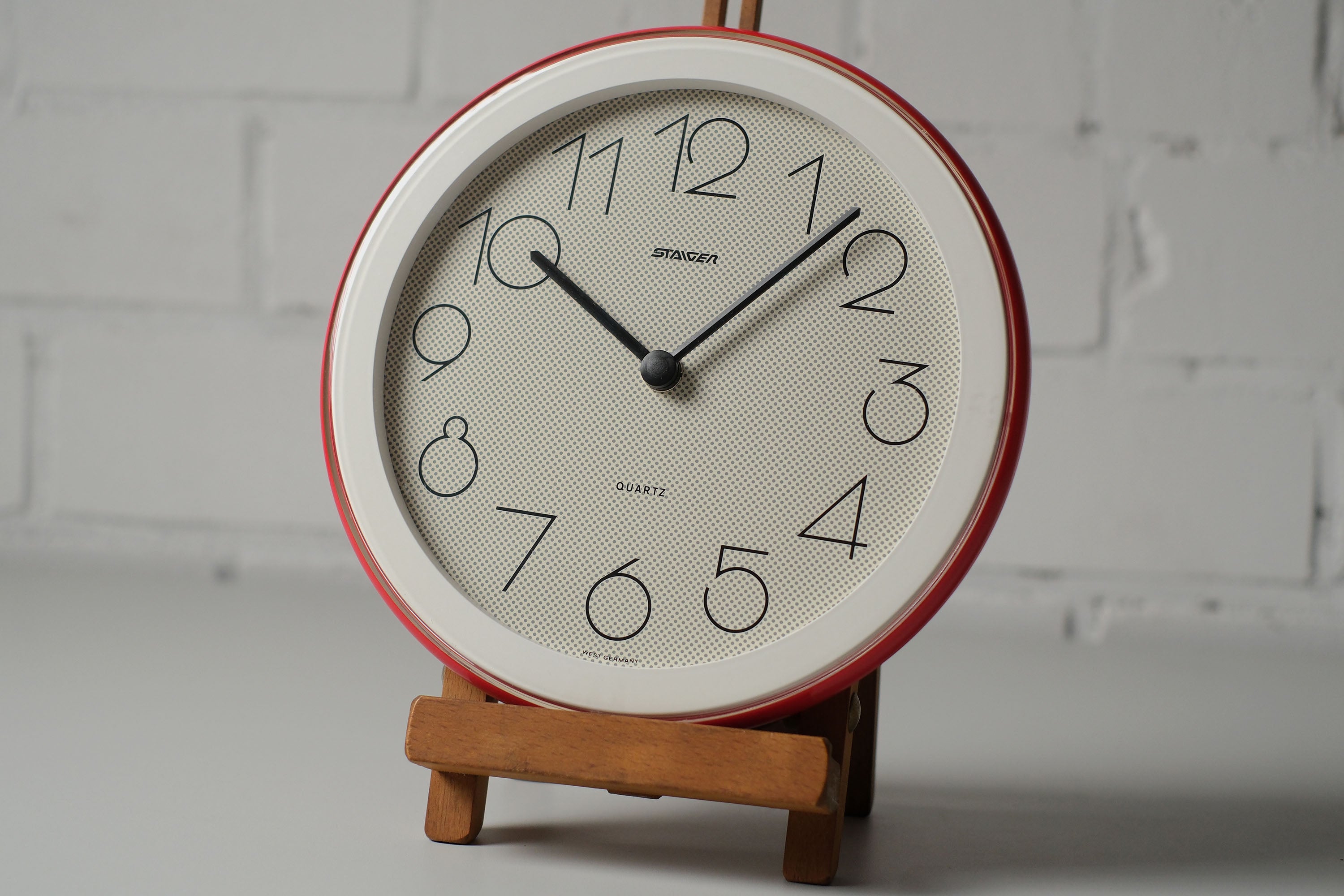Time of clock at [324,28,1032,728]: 10:07
